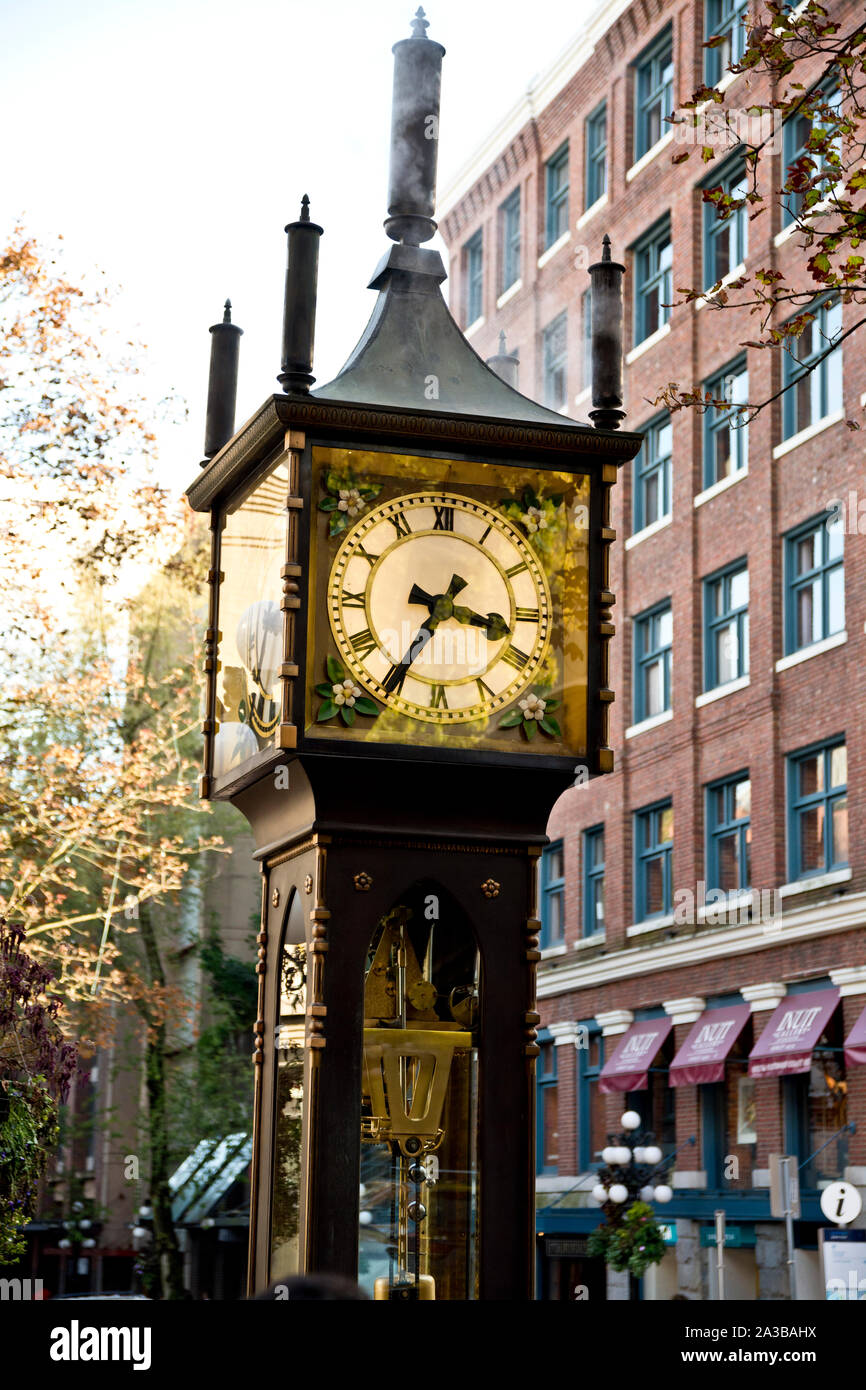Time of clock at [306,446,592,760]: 3:35
